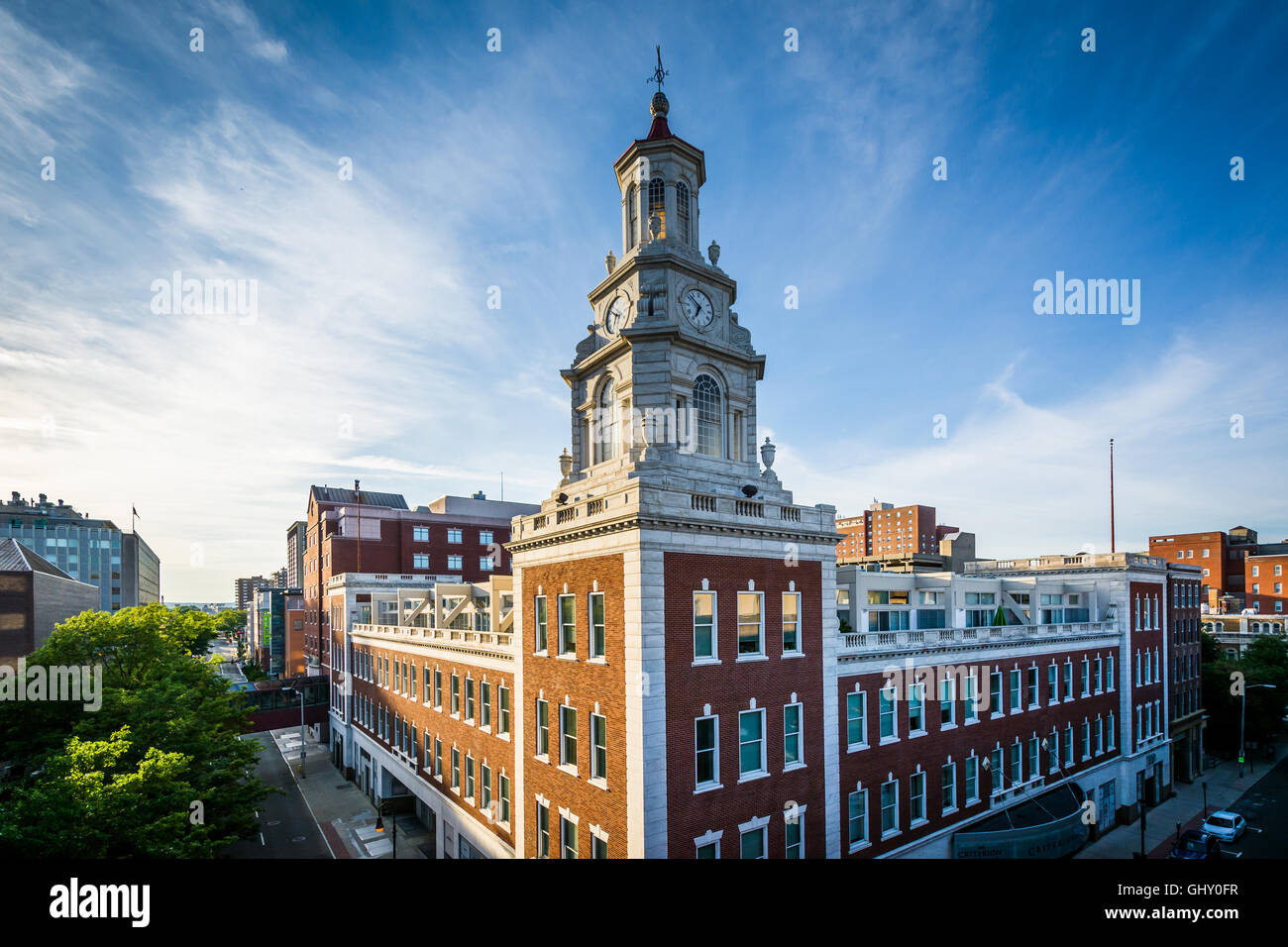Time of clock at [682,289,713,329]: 6:52
